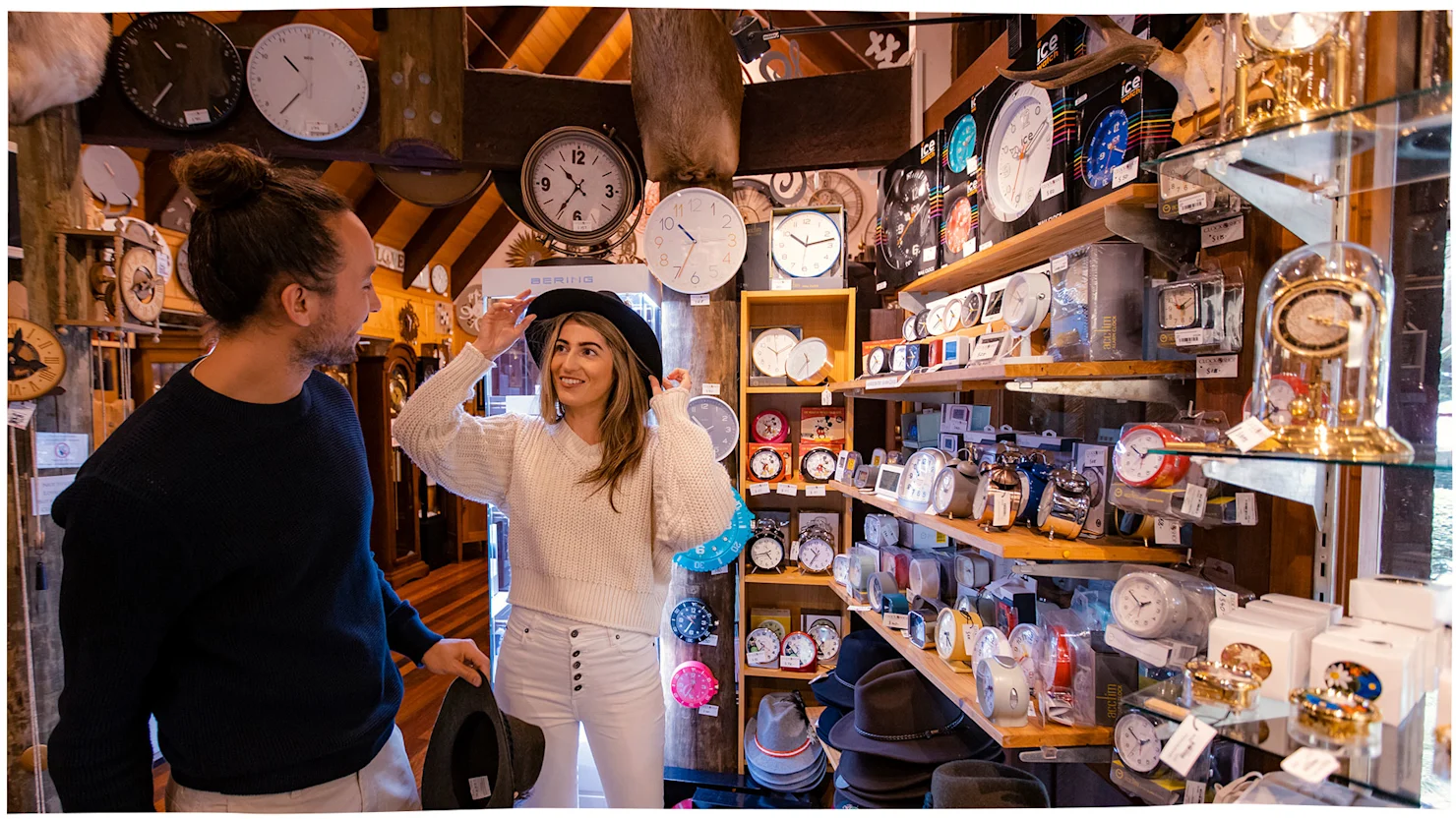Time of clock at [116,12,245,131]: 10:35
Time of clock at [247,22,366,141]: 10:36
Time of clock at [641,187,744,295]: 10:34
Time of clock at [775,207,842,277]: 10:12
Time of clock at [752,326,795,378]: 10:10
